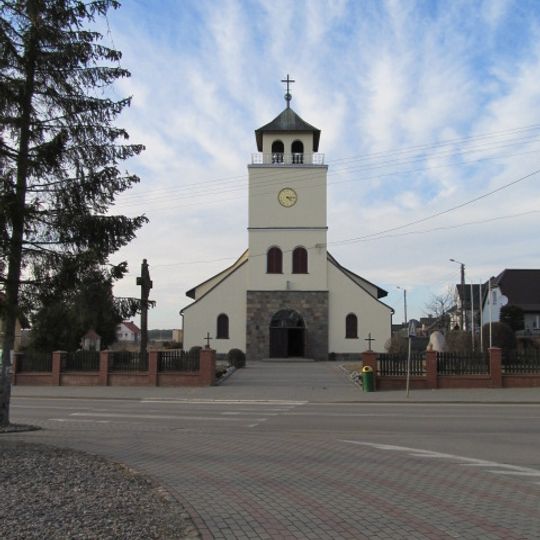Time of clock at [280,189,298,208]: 4:14
